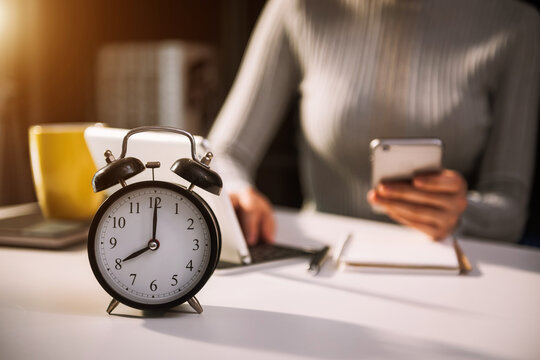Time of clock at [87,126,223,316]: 8:00
